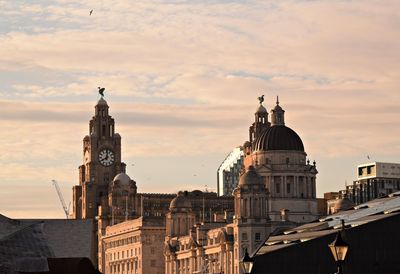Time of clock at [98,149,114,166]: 8:01
